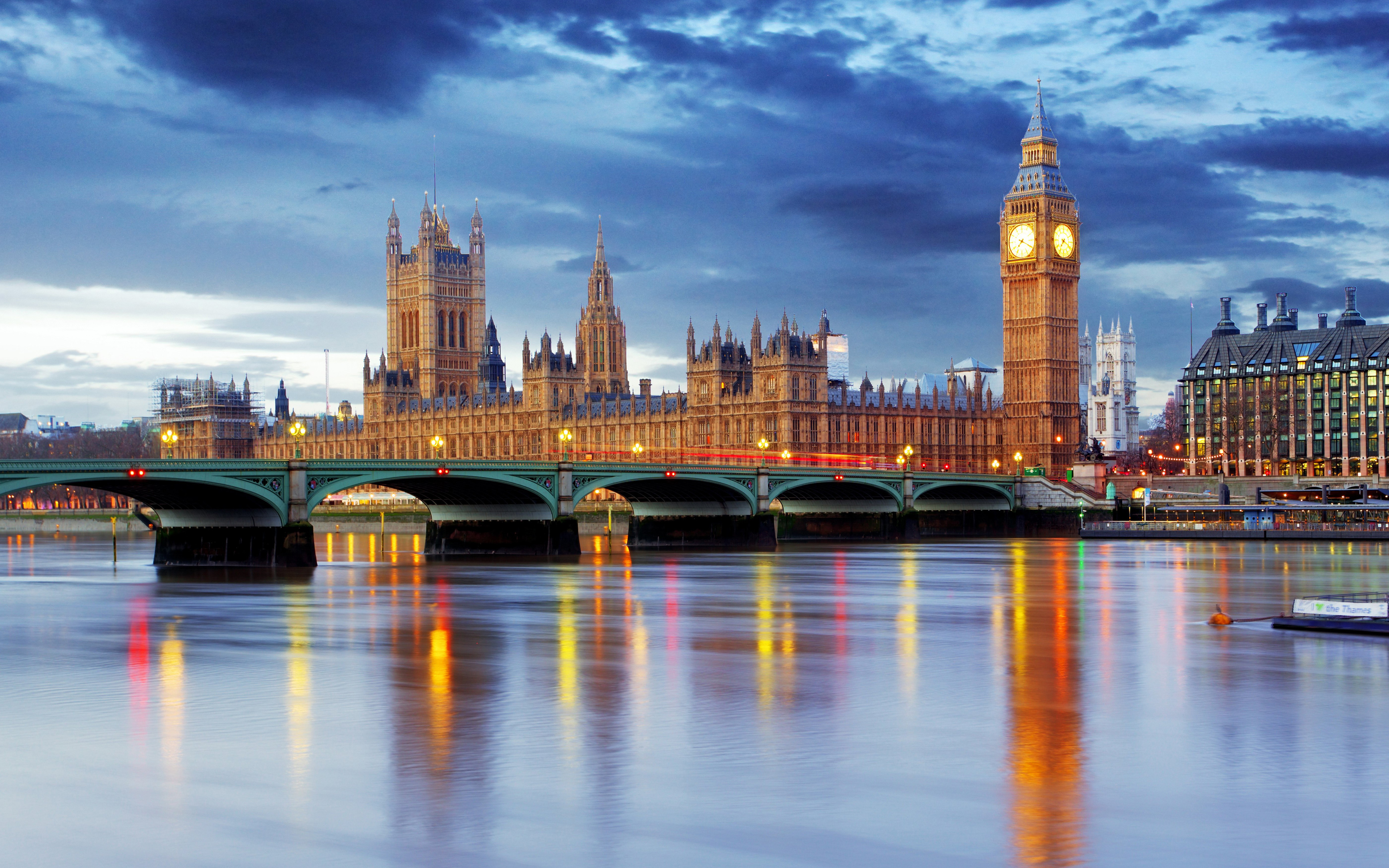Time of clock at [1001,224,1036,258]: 7:19
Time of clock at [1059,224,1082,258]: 7:19
